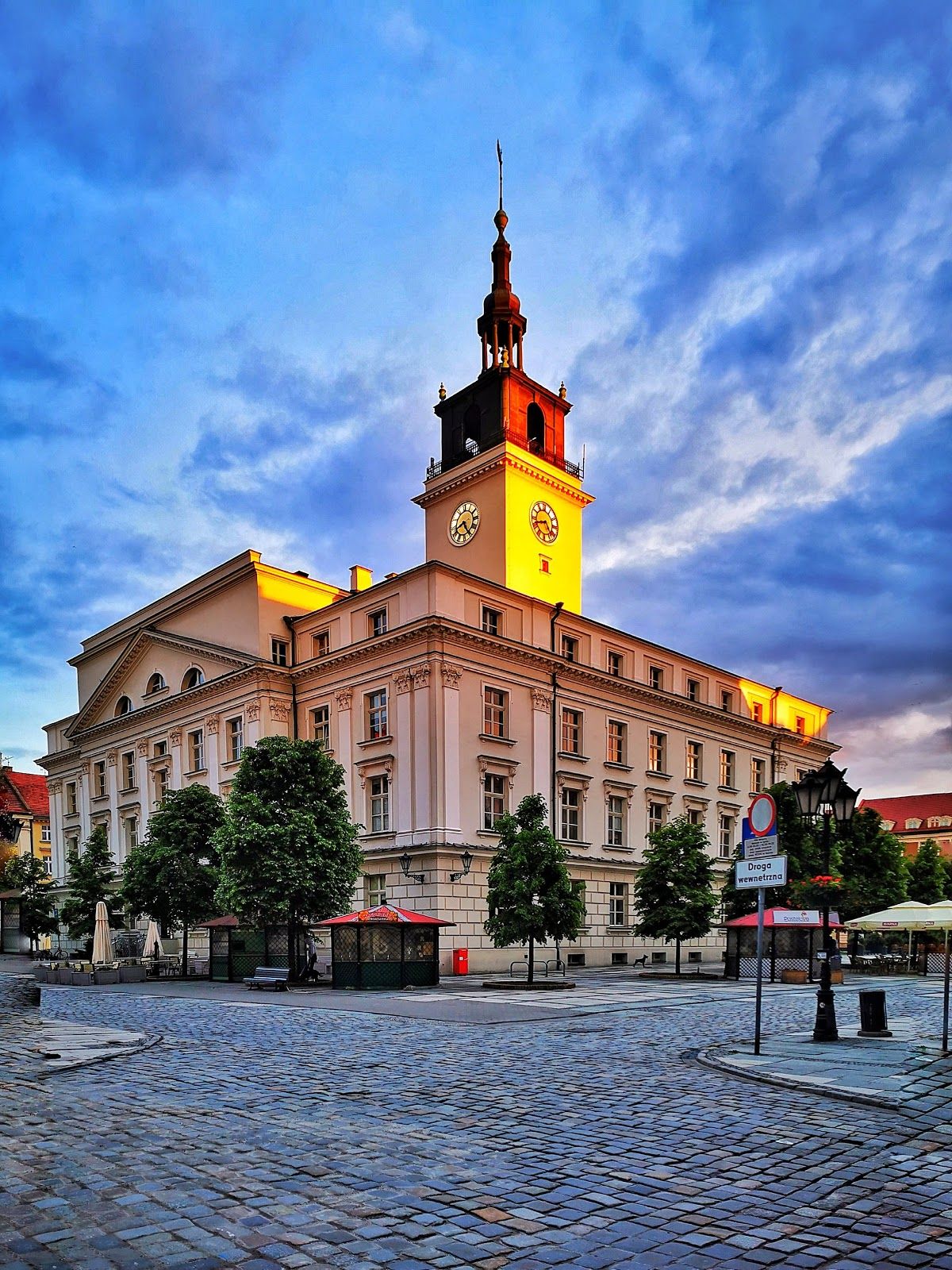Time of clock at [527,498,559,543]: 4:42
